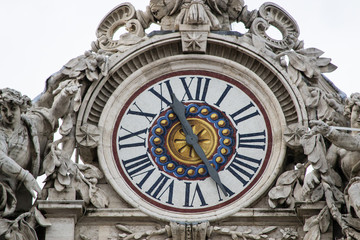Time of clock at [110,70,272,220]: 4:56
